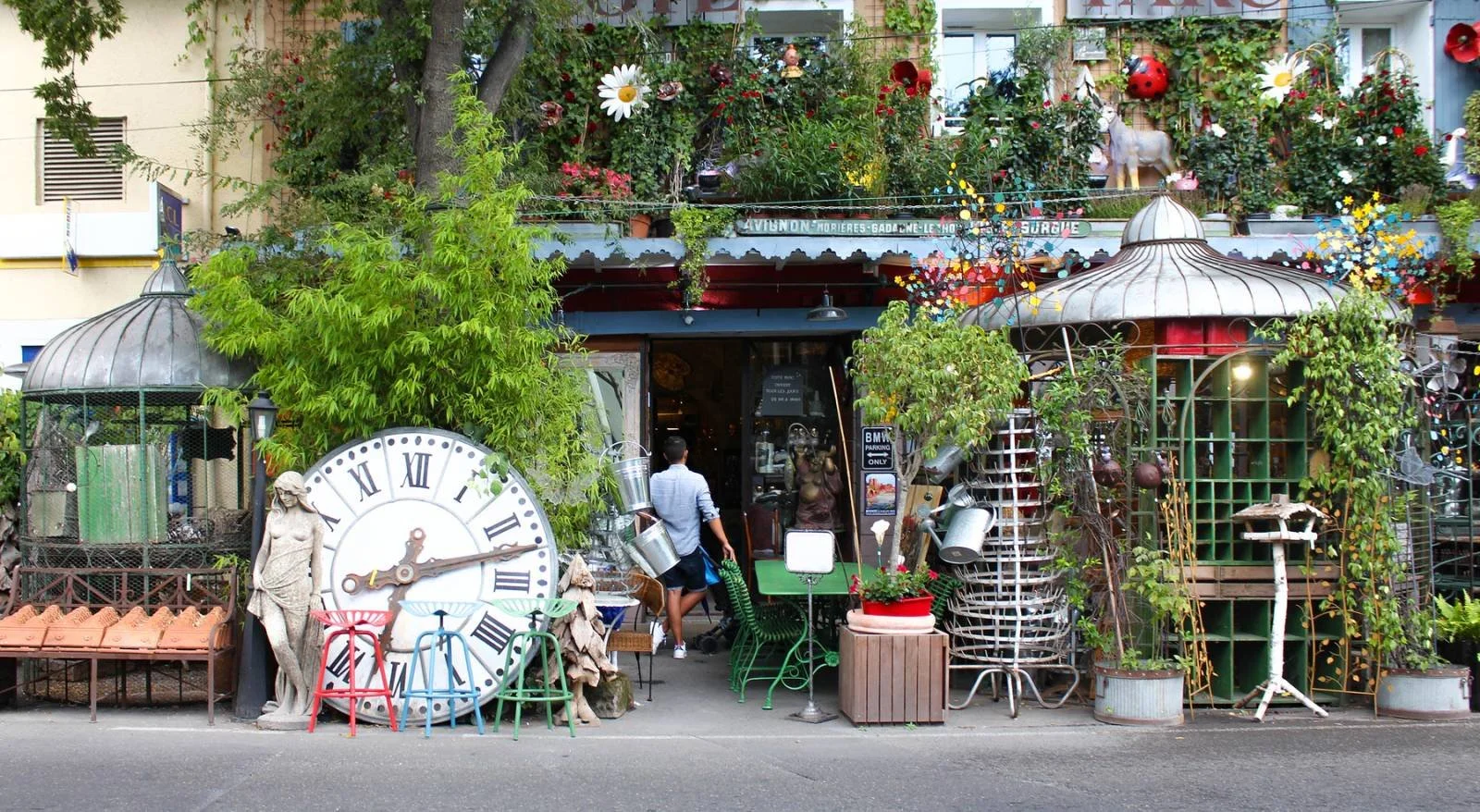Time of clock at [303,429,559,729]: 2:32
